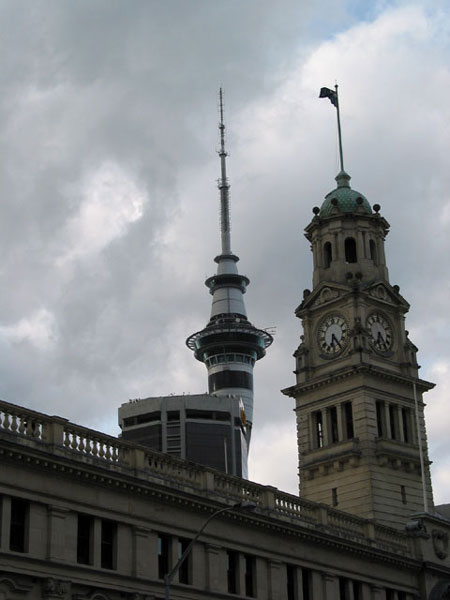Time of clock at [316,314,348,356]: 6:23
